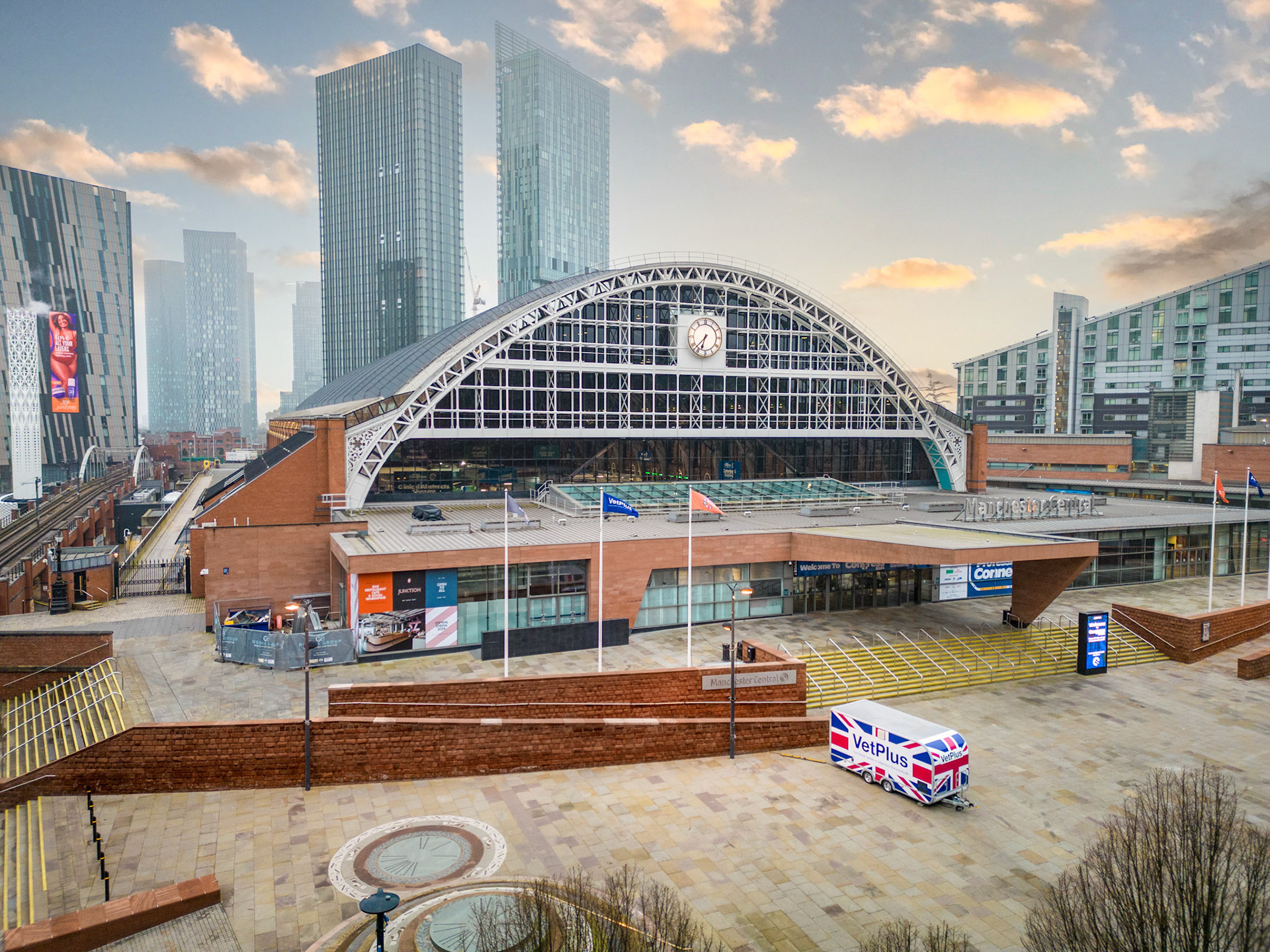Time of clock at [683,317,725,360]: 6:37
